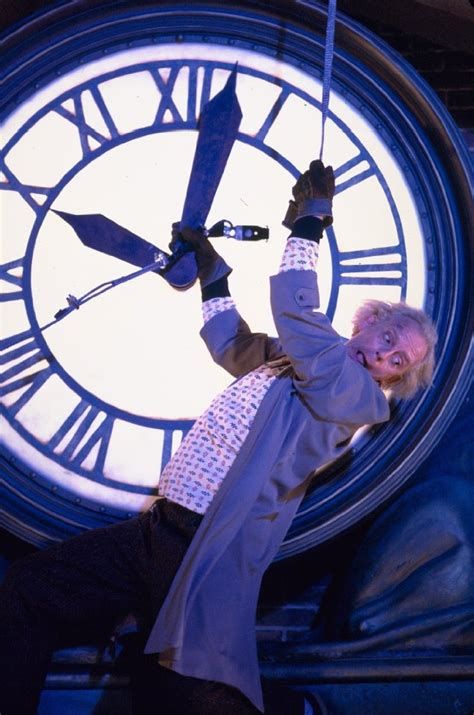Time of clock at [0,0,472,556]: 10:02
